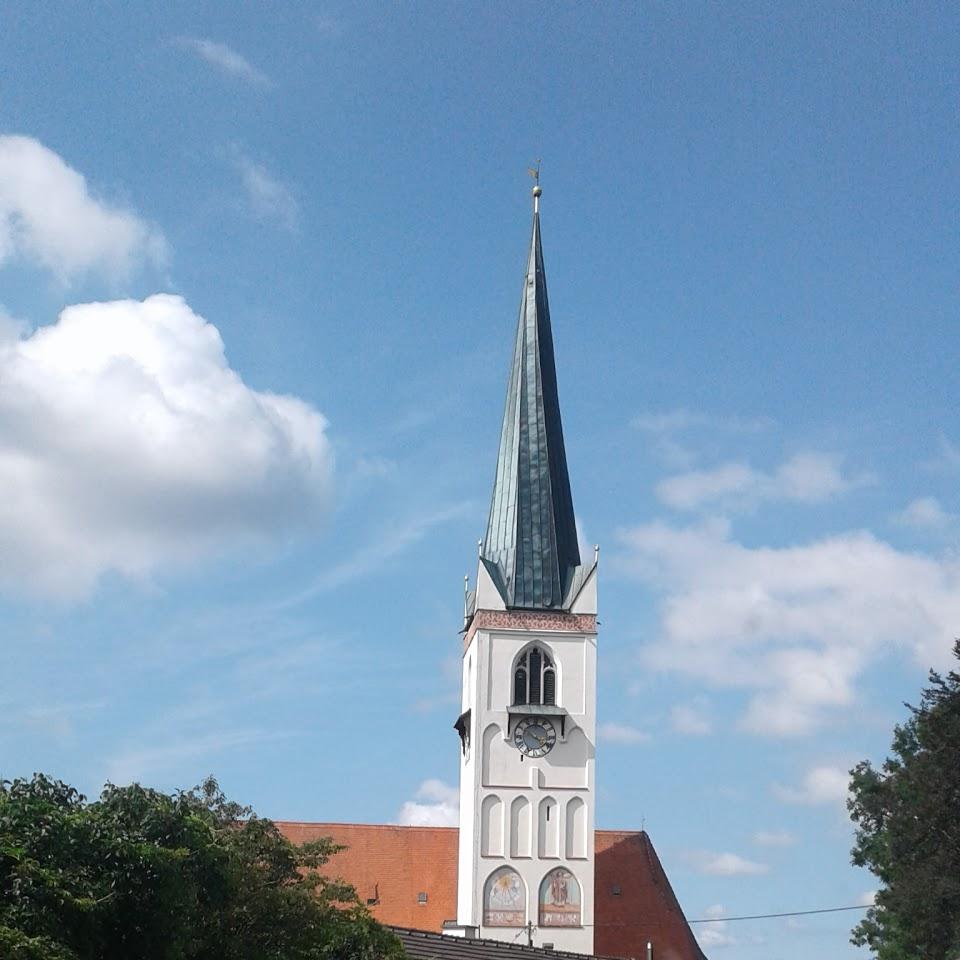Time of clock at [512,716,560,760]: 3:50
